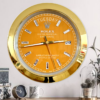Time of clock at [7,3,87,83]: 2:43
